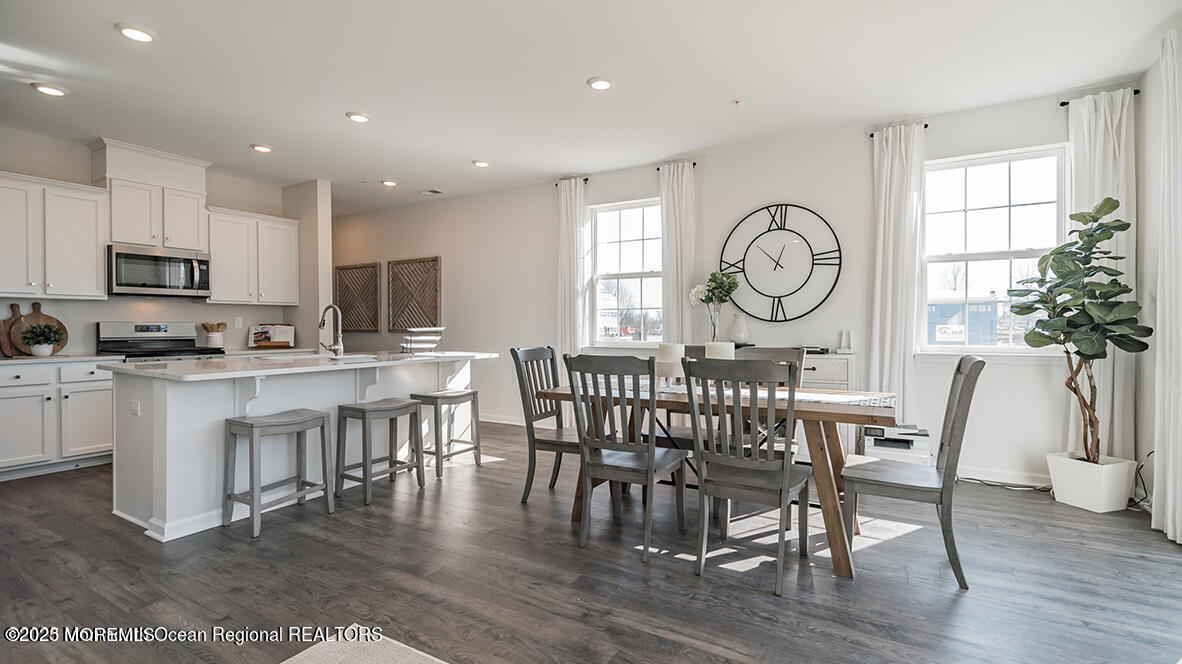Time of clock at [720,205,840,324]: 12:52
